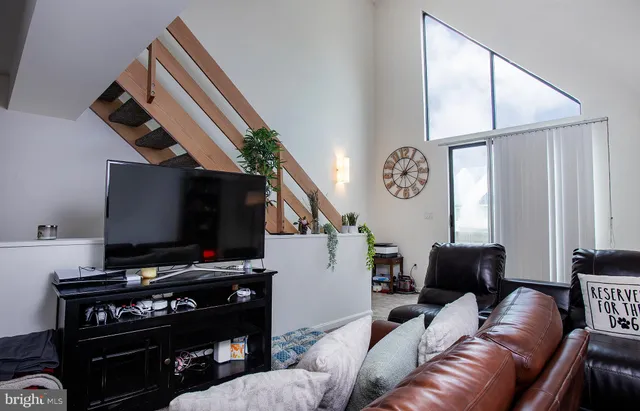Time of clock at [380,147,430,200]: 2:04
